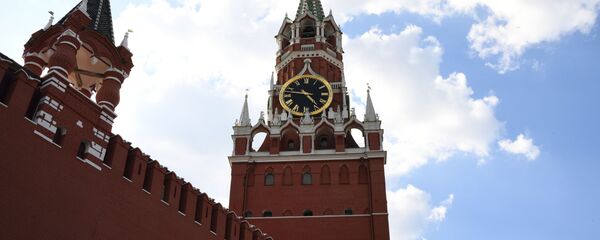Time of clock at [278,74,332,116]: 4:46
